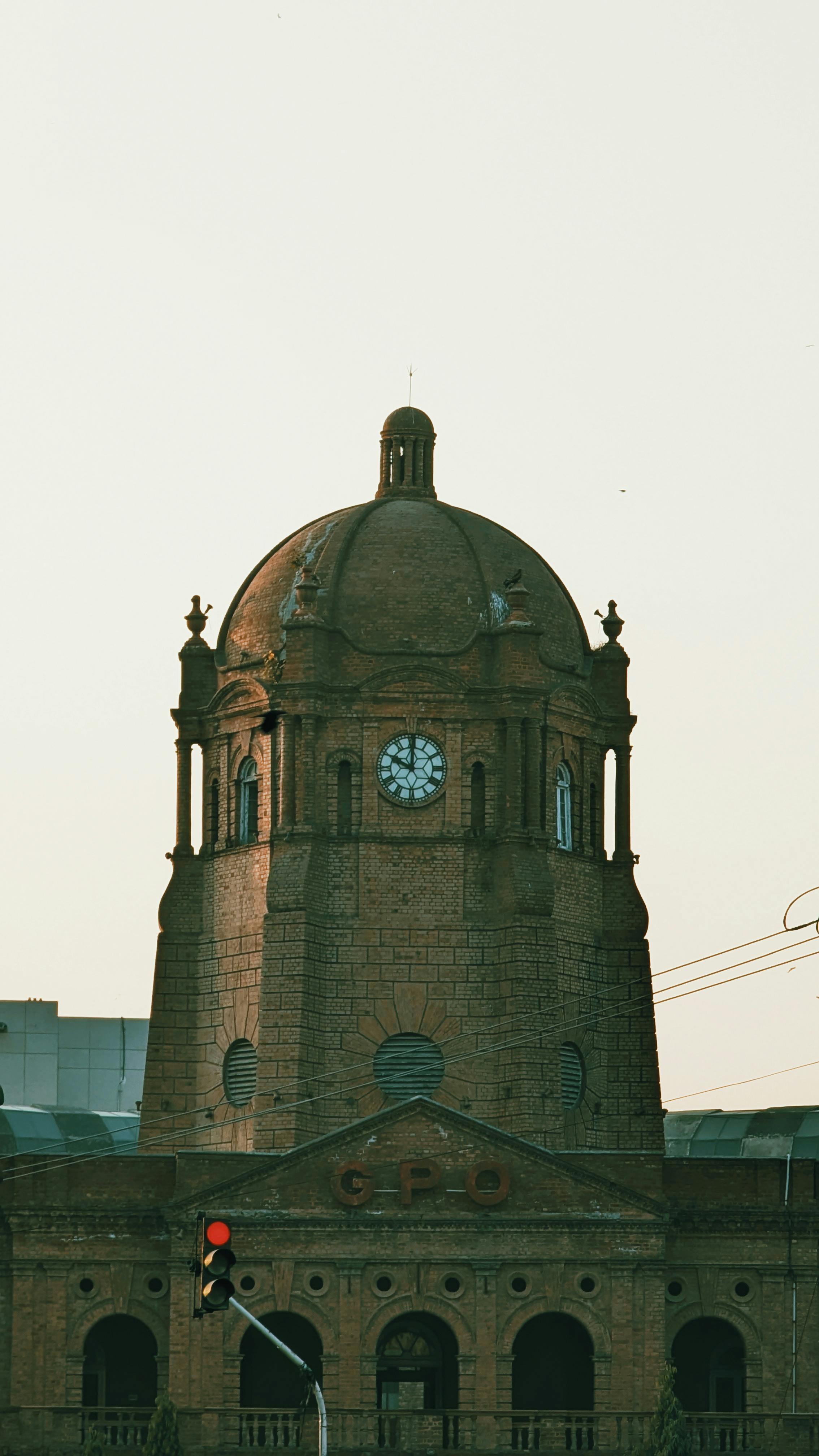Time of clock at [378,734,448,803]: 10:00
